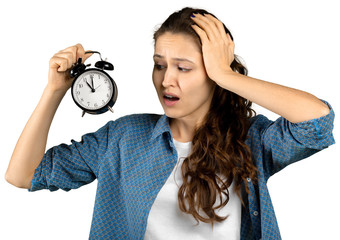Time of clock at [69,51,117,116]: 11:00
